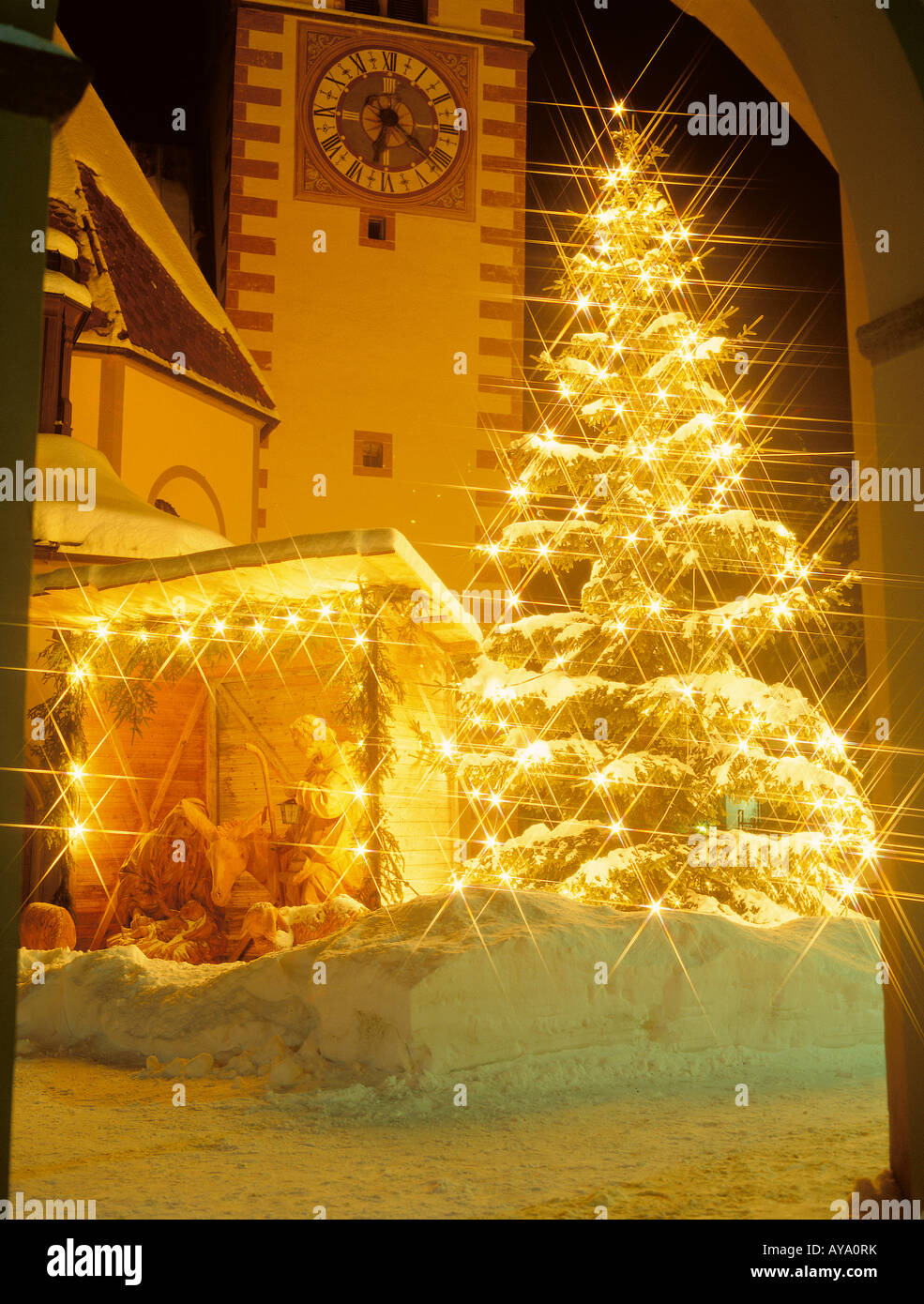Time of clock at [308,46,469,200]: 6:21
